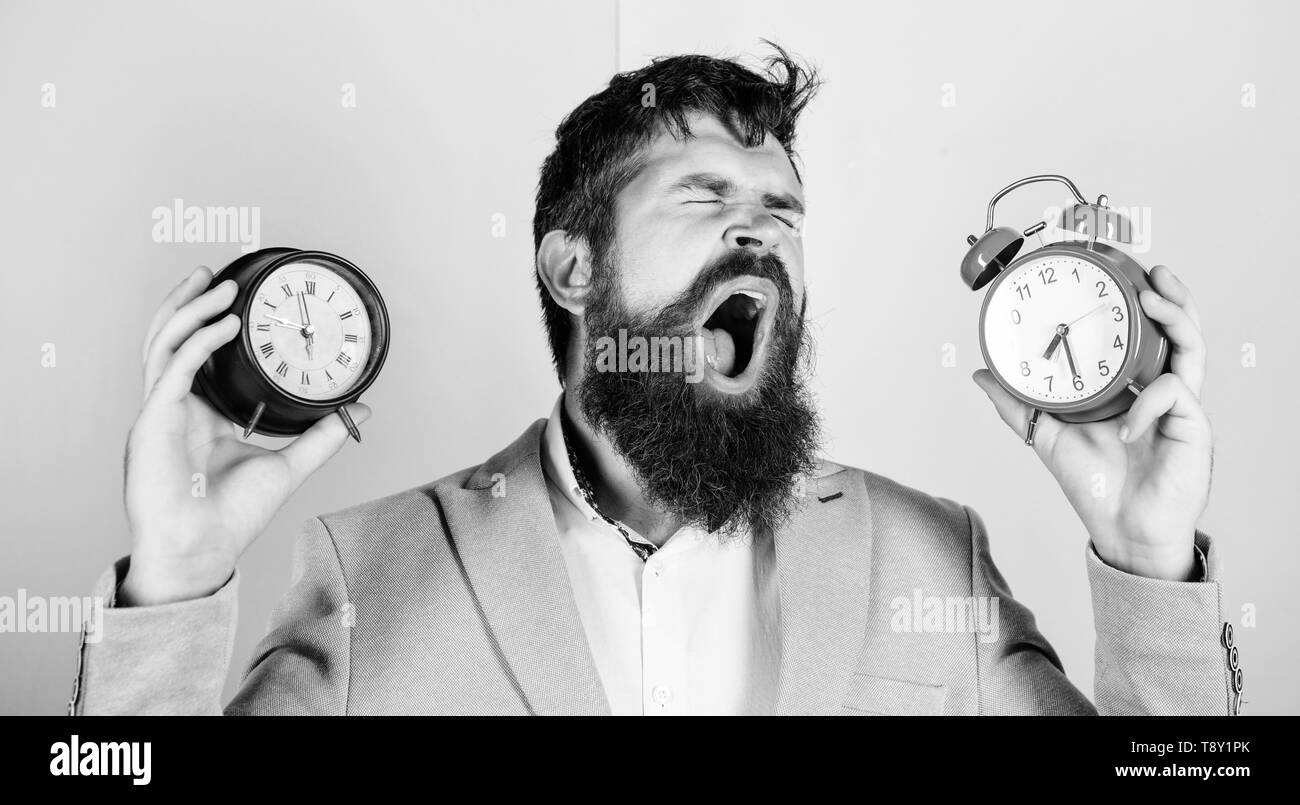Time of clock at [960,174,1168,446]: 7:30
